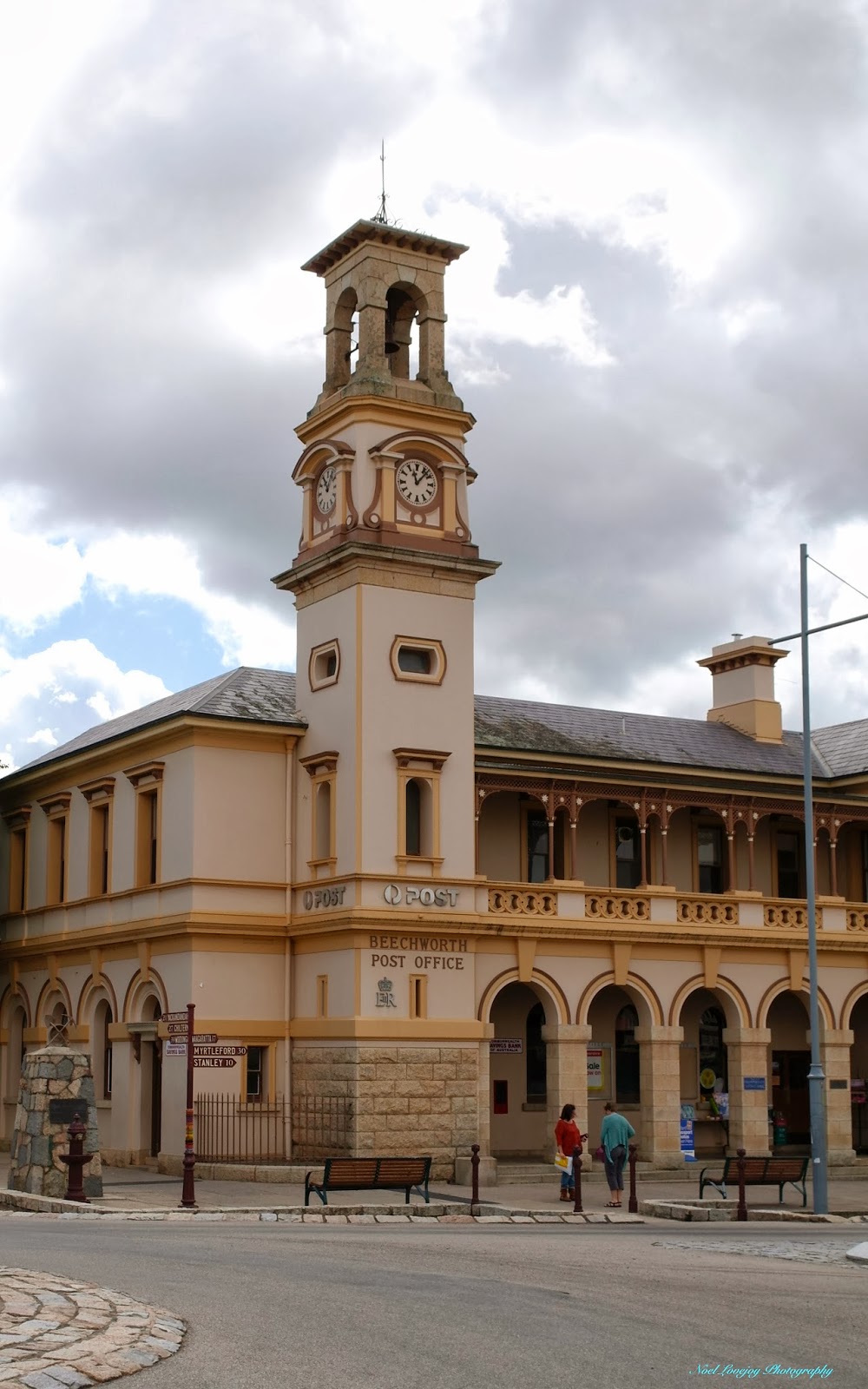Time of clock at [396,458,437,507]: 11:07
